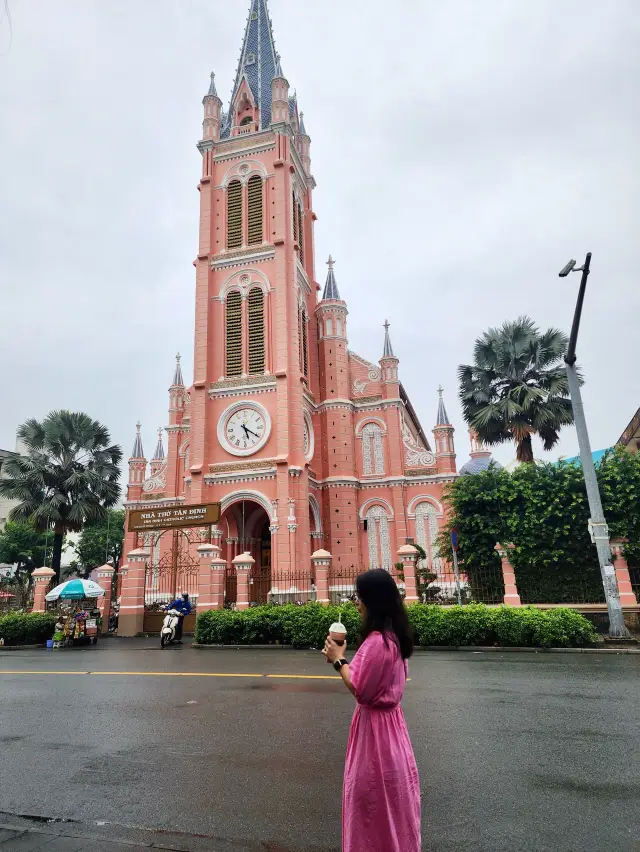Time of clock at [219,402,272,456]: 5:20
